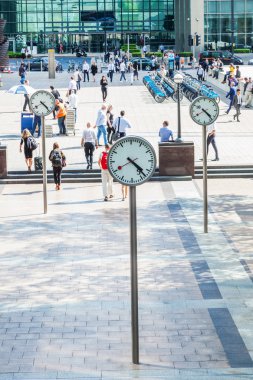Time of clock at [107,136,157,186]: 4:23
